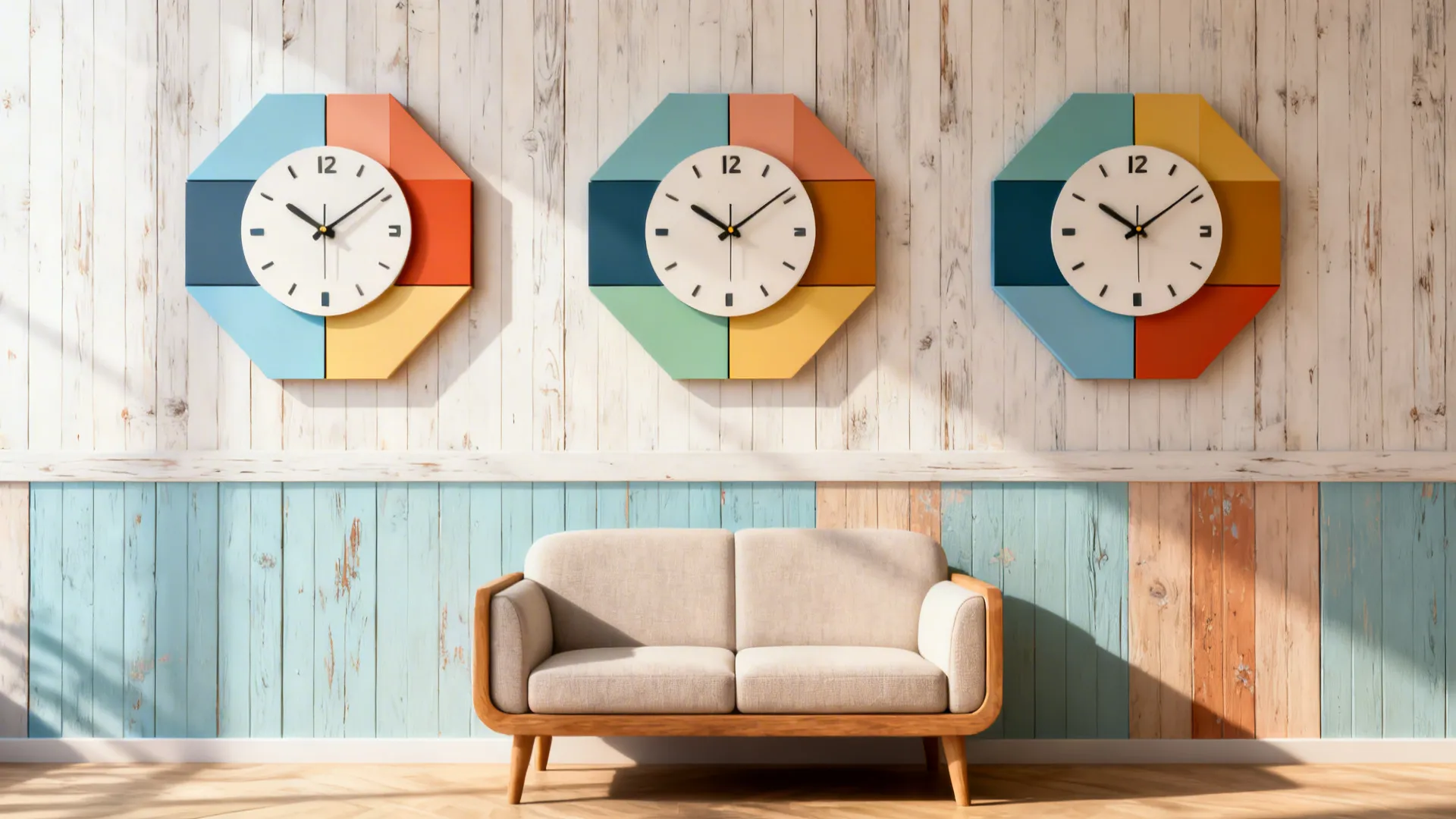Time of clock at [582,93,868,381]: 10:08
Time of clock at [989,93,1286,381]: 10:08
